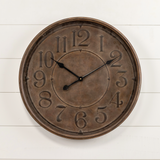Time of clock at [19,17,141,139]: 10:09
